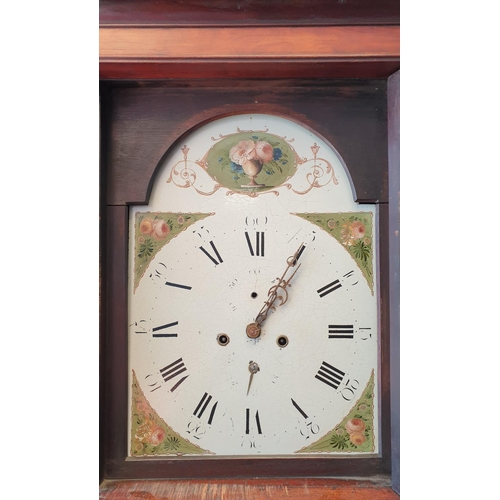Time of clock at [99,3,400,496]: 1:05
